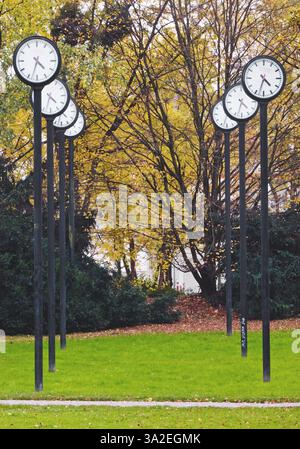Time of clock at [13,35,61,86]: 4:33
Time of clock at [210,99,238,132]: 4:33
